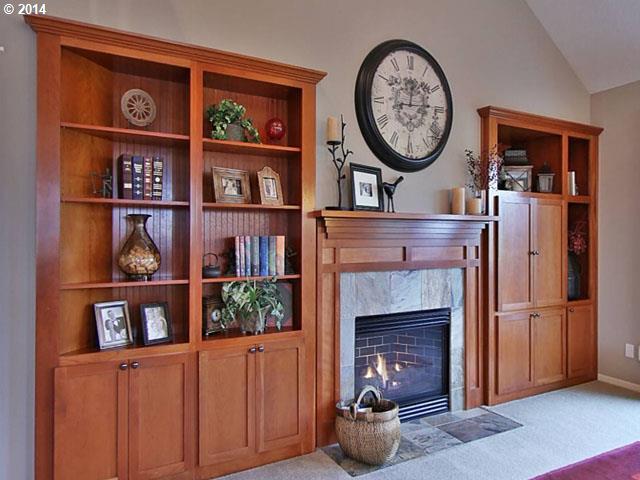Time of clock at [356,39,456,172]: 12:13
